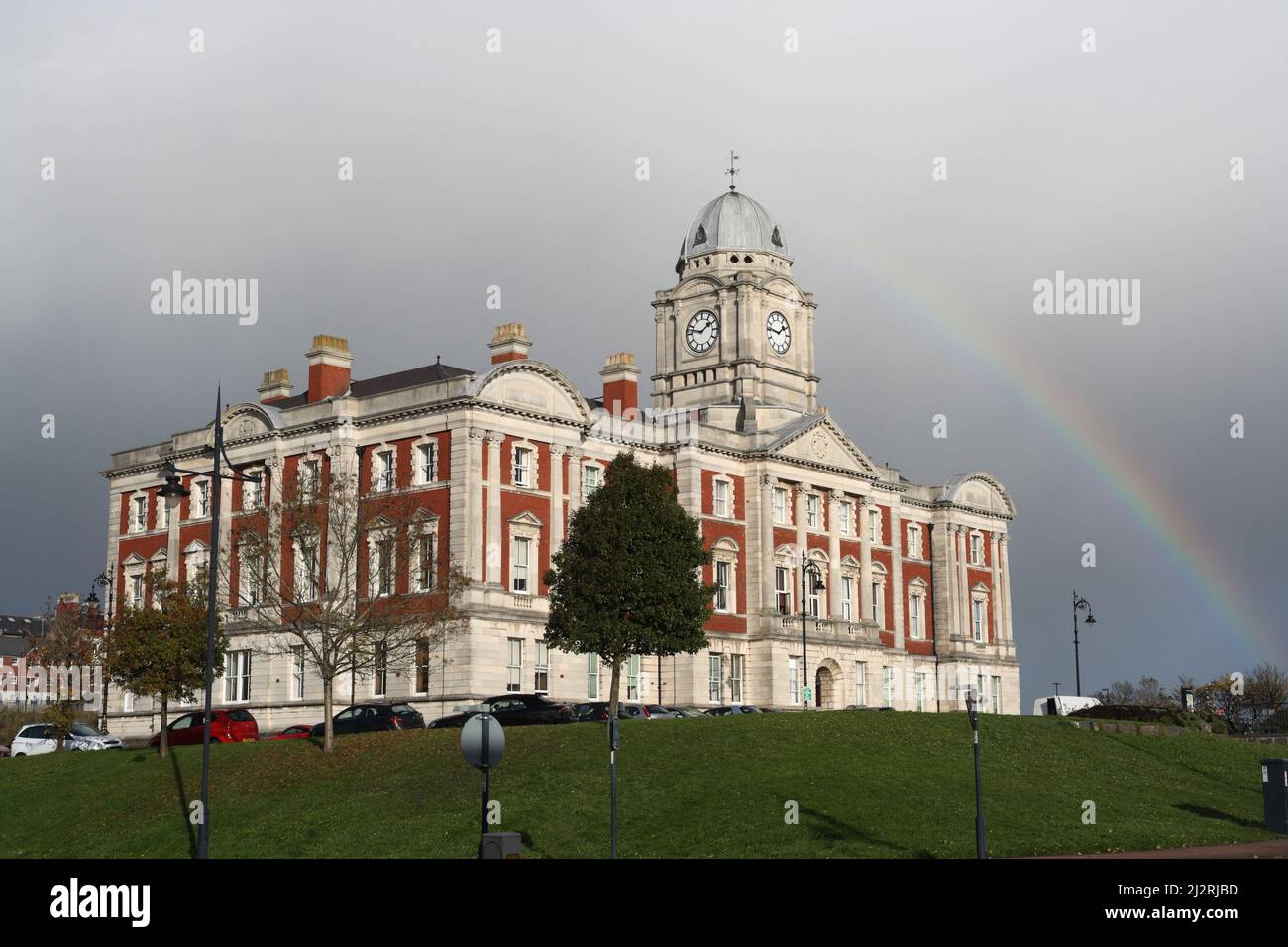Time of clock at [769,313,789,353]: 1:46
